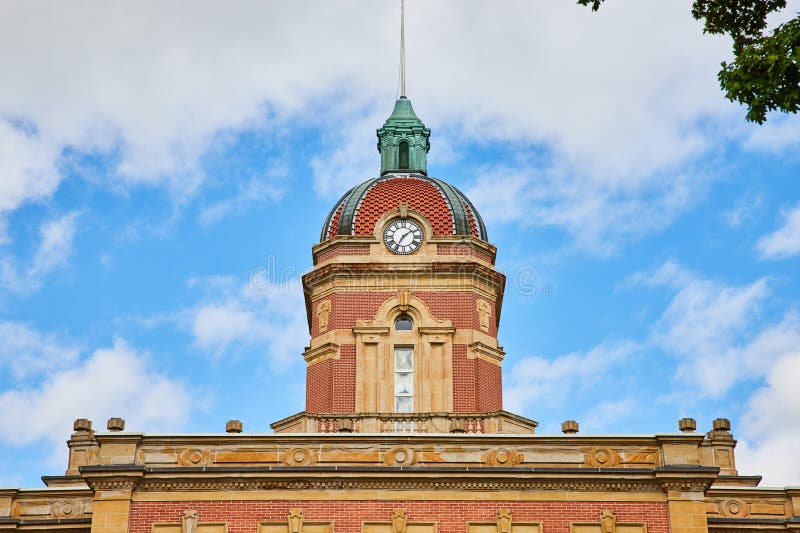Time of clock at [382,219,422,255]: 1:35
